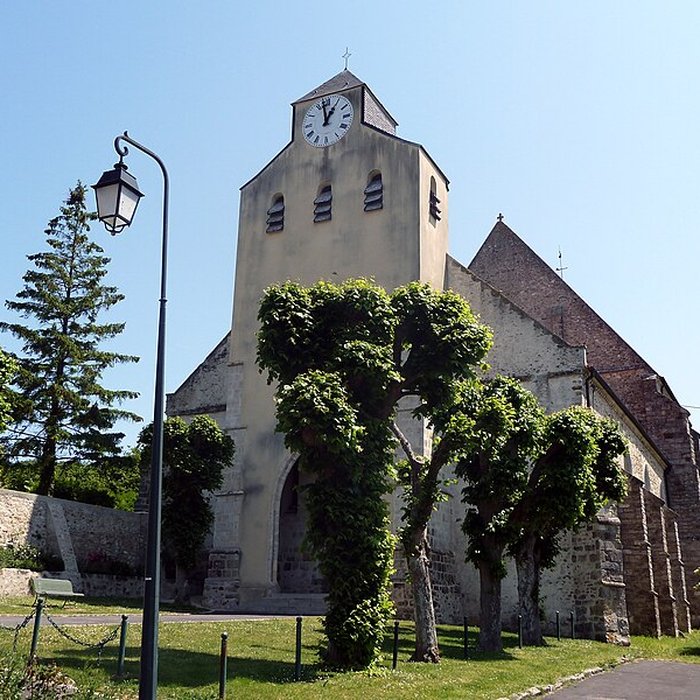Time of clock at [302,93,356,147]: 12:58
